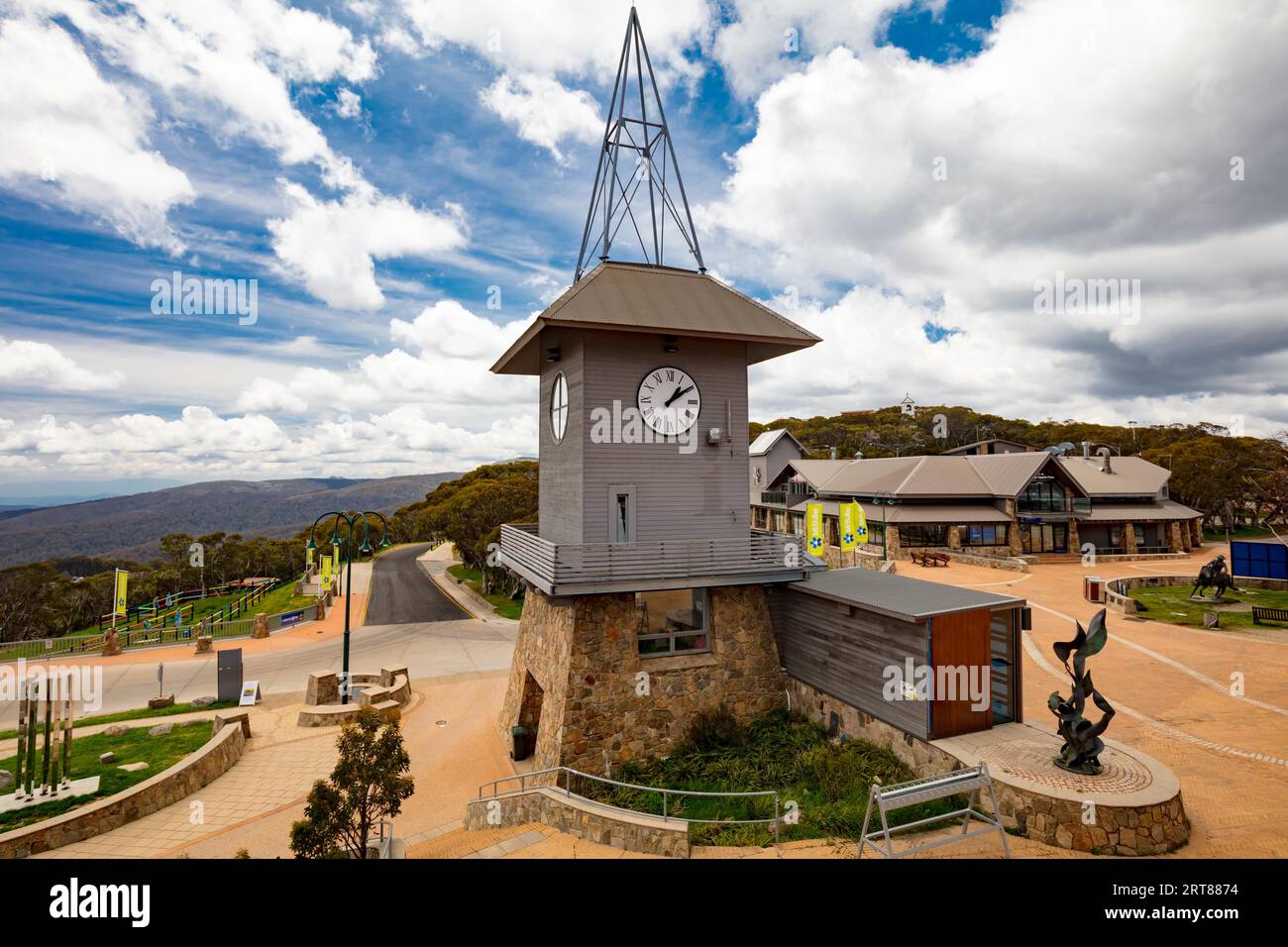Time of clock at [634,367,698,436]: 1:09
